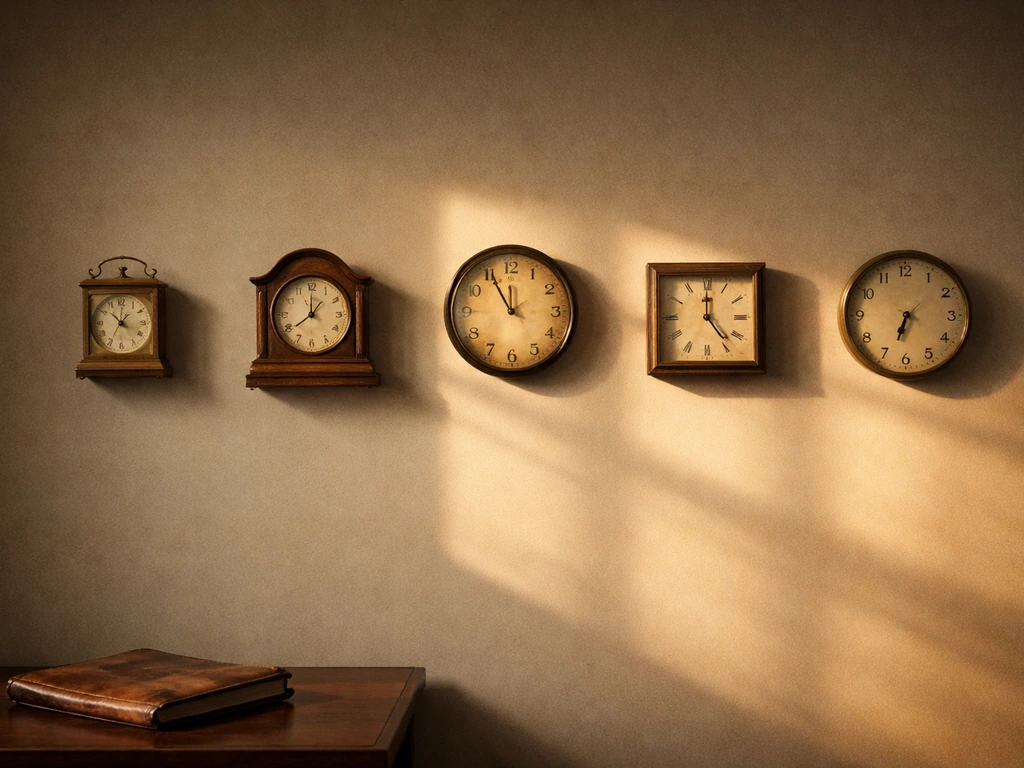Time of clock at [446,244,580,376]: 11:55
